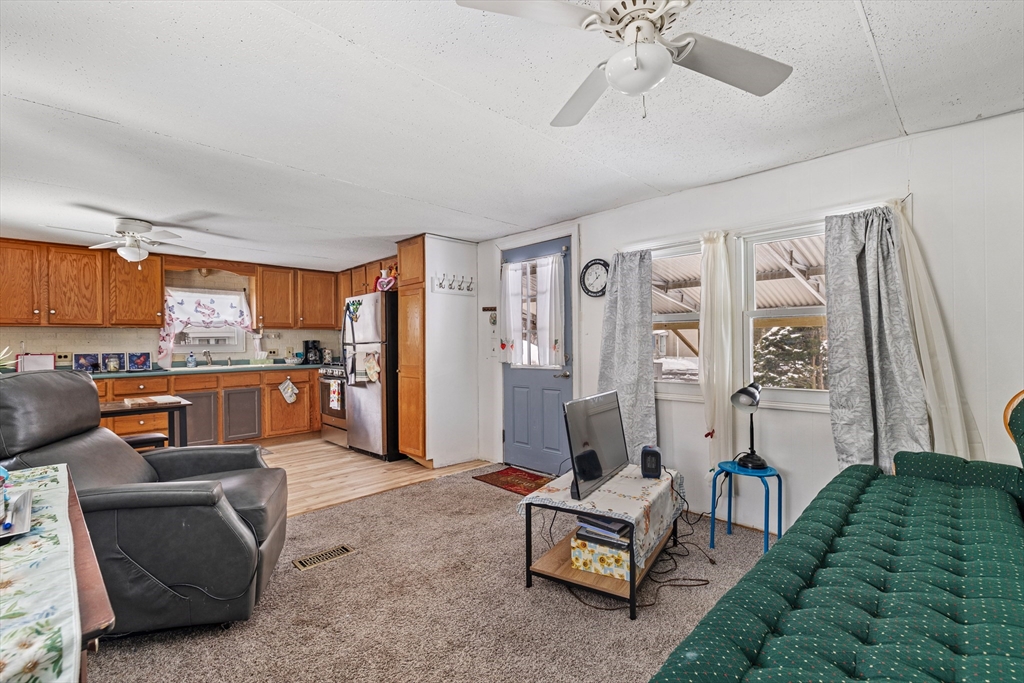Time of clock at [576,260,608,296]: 11:37
